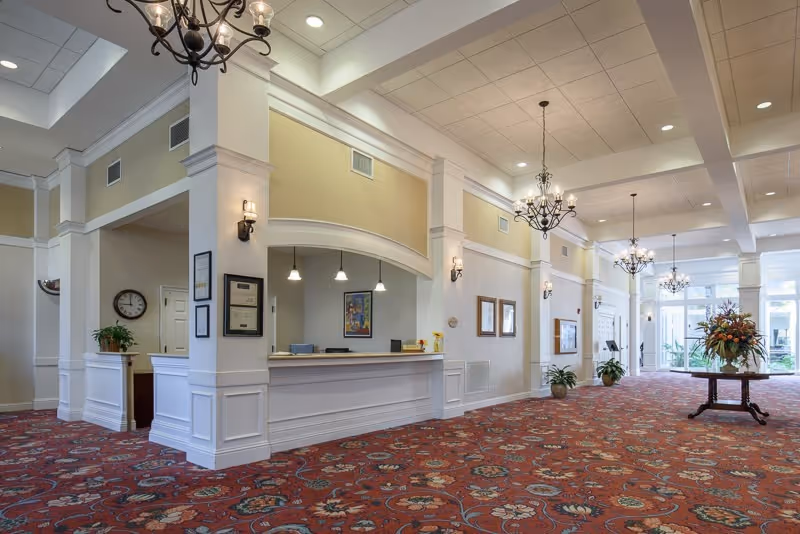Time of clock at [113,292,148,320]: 8:59
